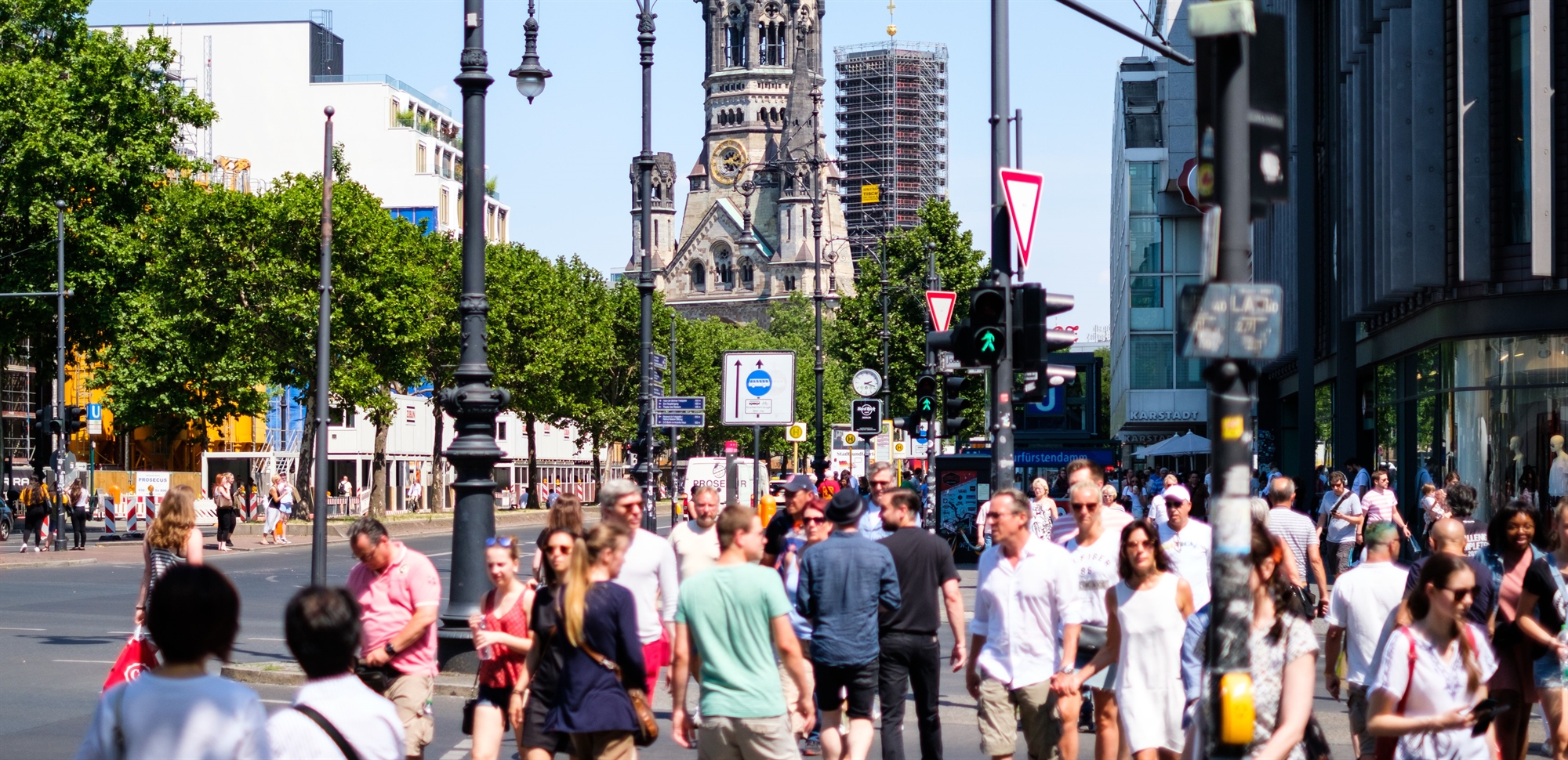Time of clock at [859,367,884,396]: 2:18
